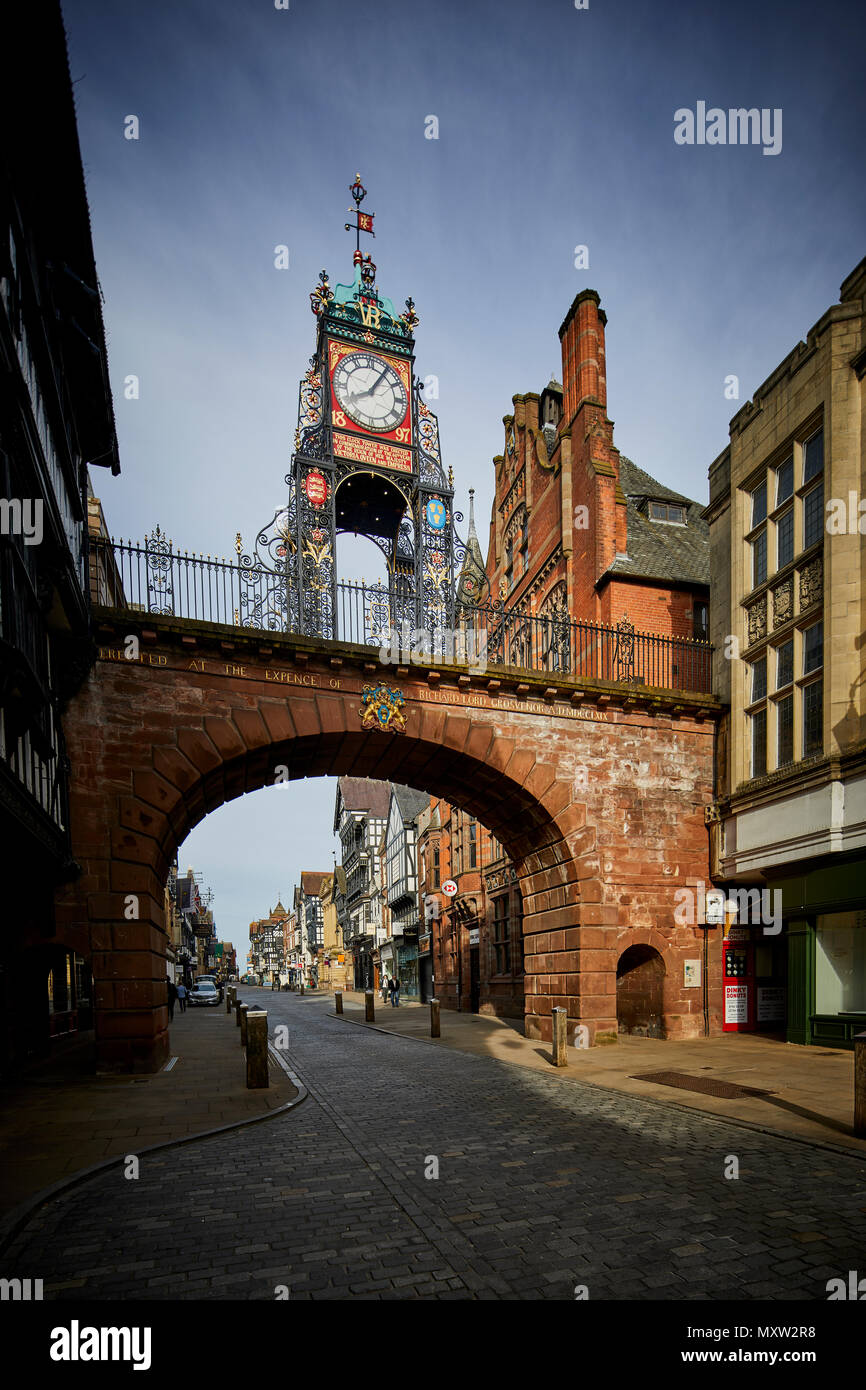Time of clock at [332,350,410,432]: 8:05
